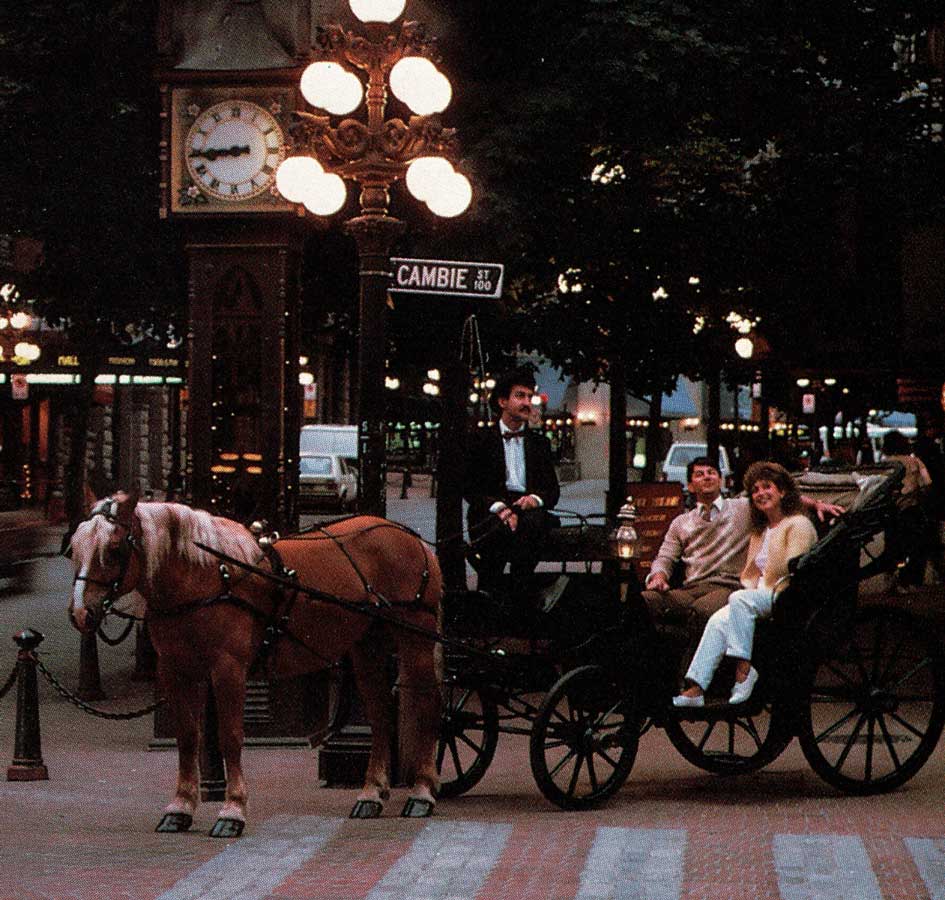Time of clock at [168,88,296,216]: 8:44
